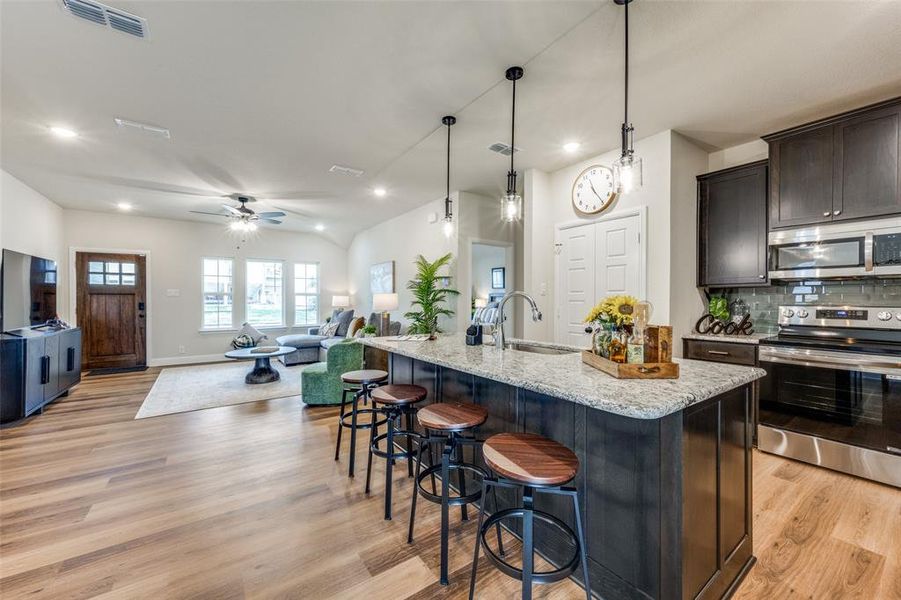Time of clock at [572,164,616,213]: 11:24
